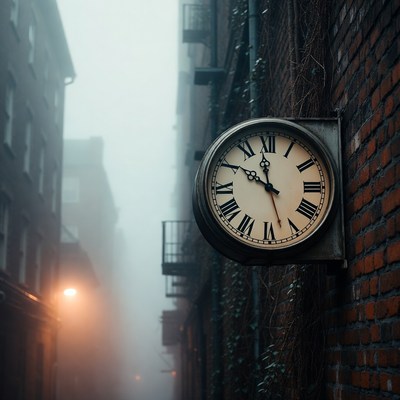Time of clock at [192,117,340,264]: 11:50
